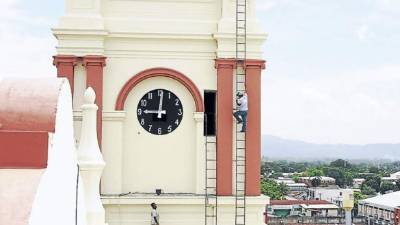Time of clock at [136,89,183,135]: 9:01
